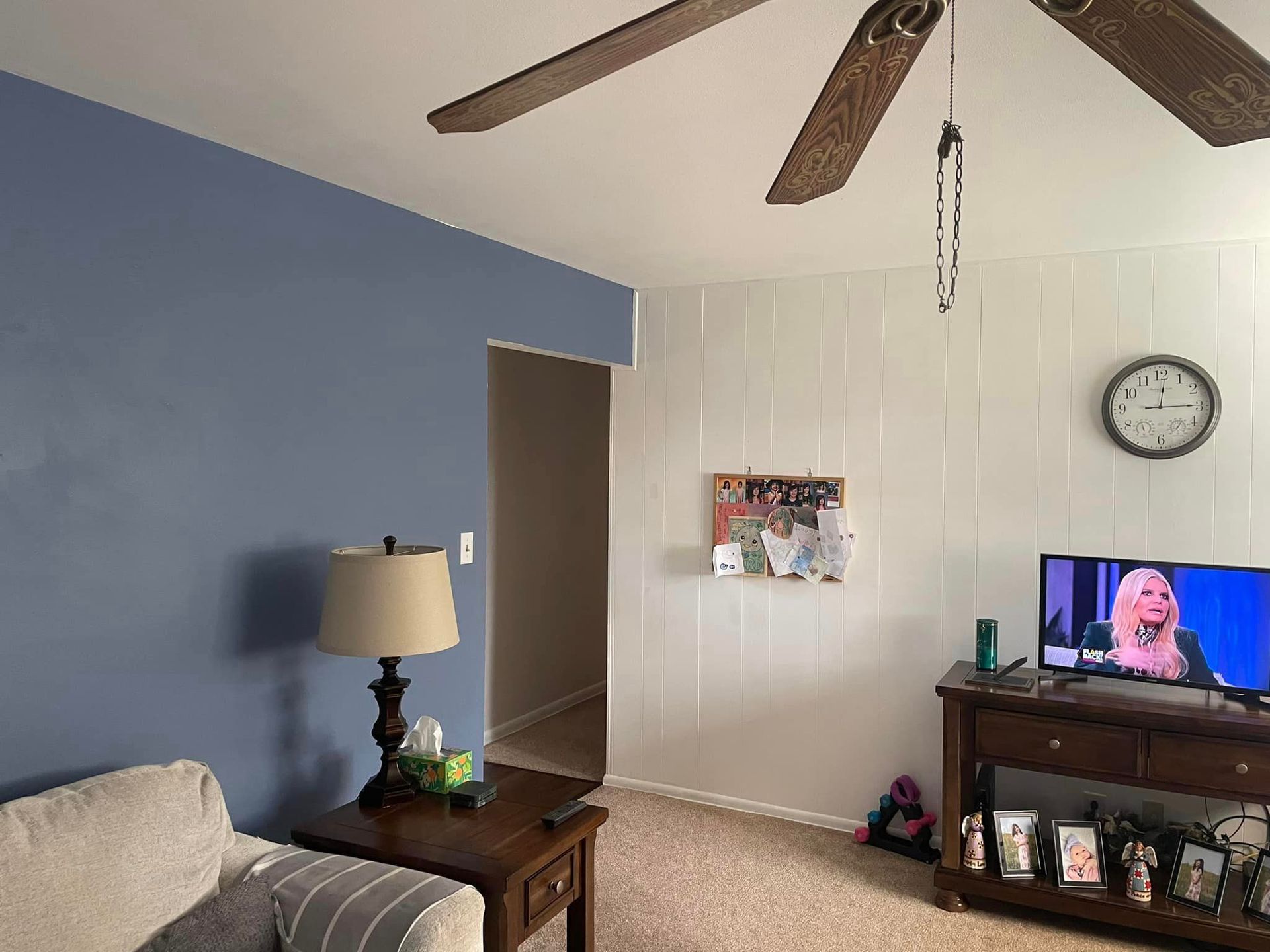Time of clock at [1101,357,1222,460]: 12:14
